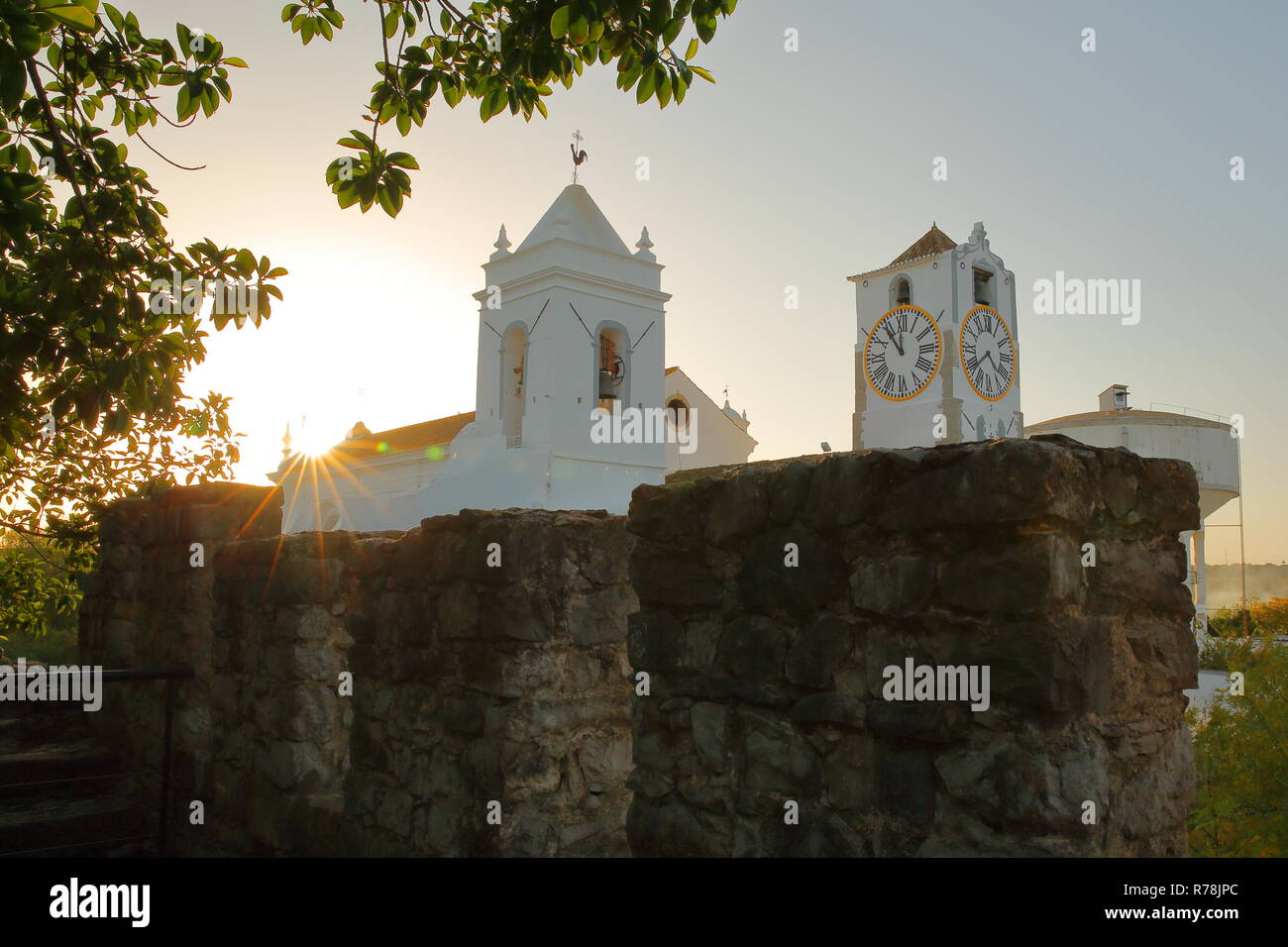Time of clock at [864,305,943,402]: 11:53
